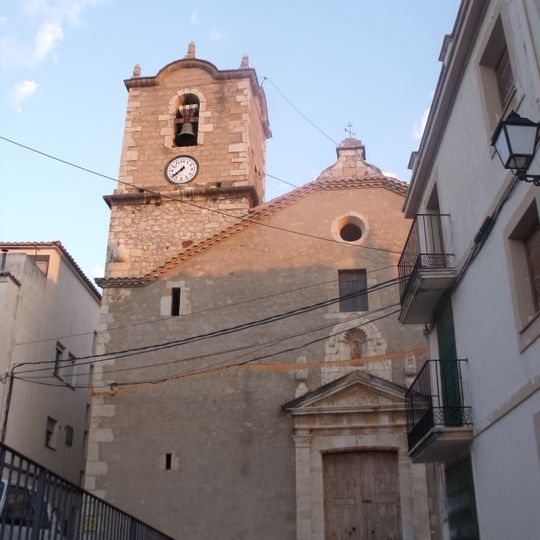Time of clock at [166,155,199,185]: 7:37
